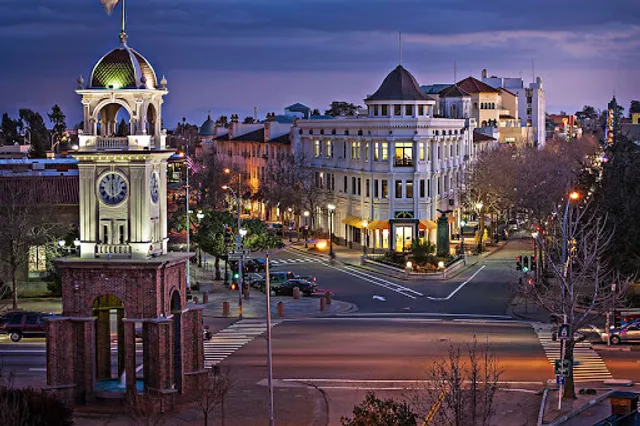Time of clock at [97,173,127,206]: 5:59
